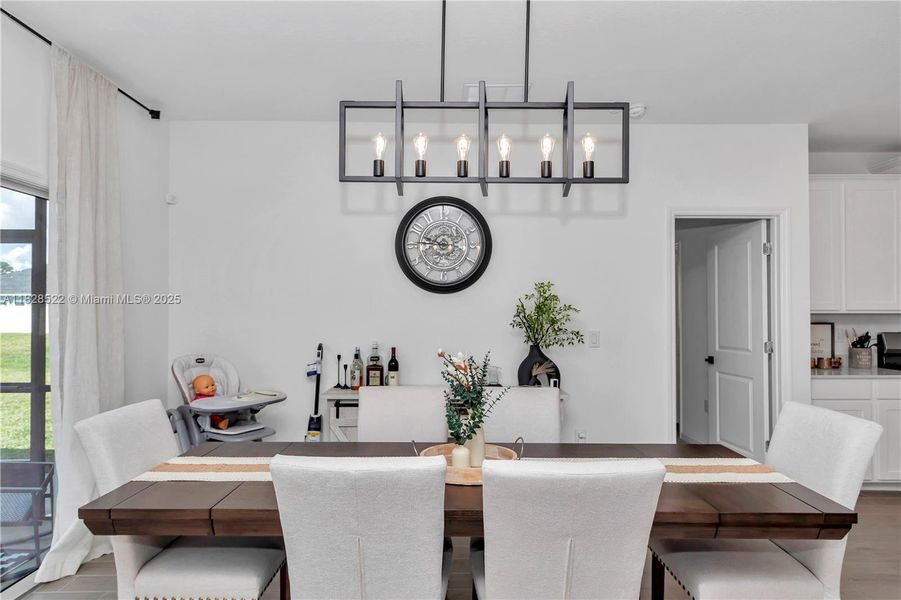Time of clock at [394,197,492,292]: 9:45
